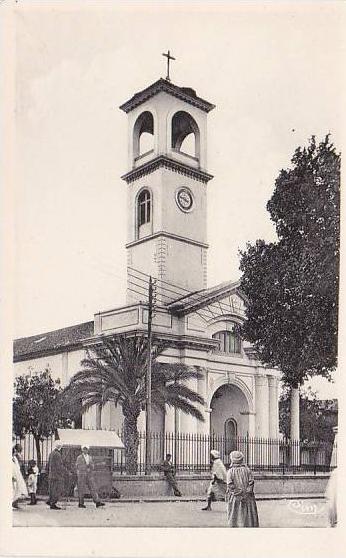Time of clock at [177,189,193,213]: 3:46
